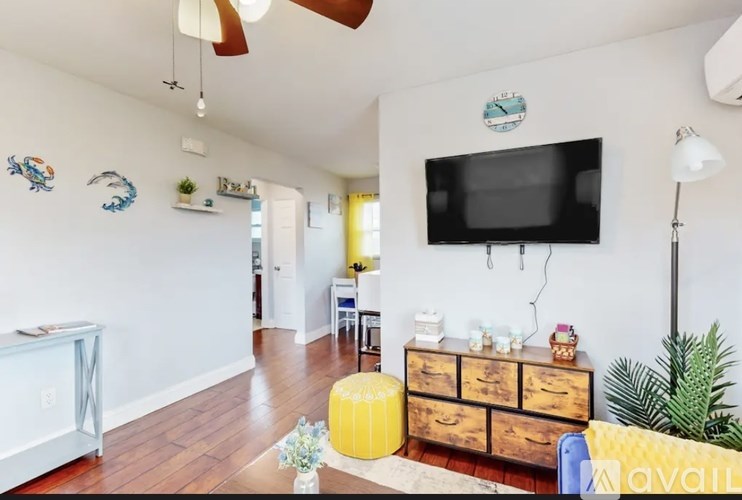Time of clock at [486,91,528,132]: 10:52
